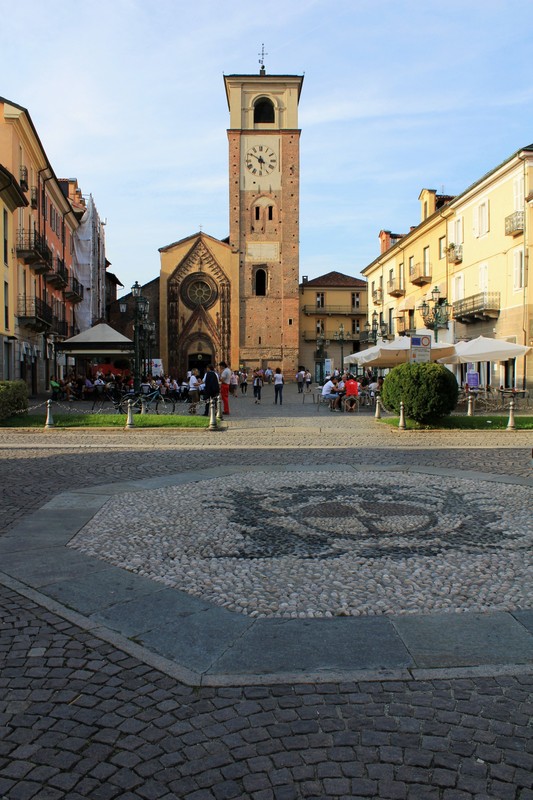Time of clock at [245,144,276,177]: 5:50
